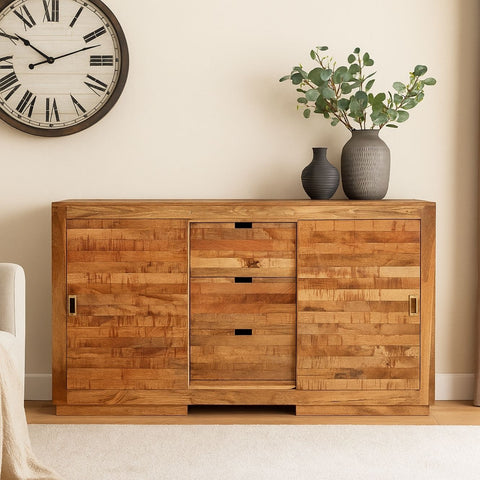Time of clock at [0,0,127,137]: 10:11
